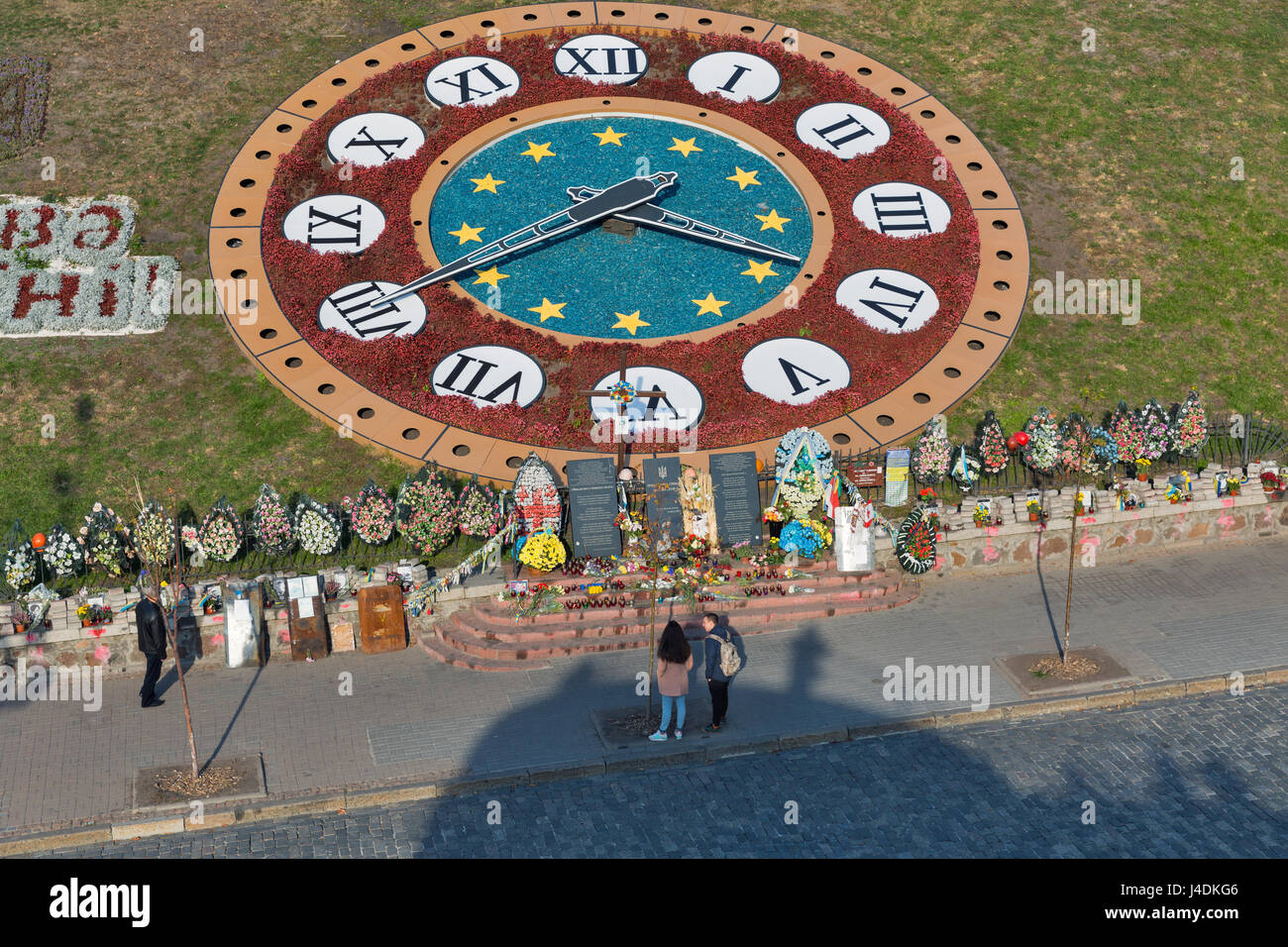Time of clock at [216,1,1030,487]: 3:40
